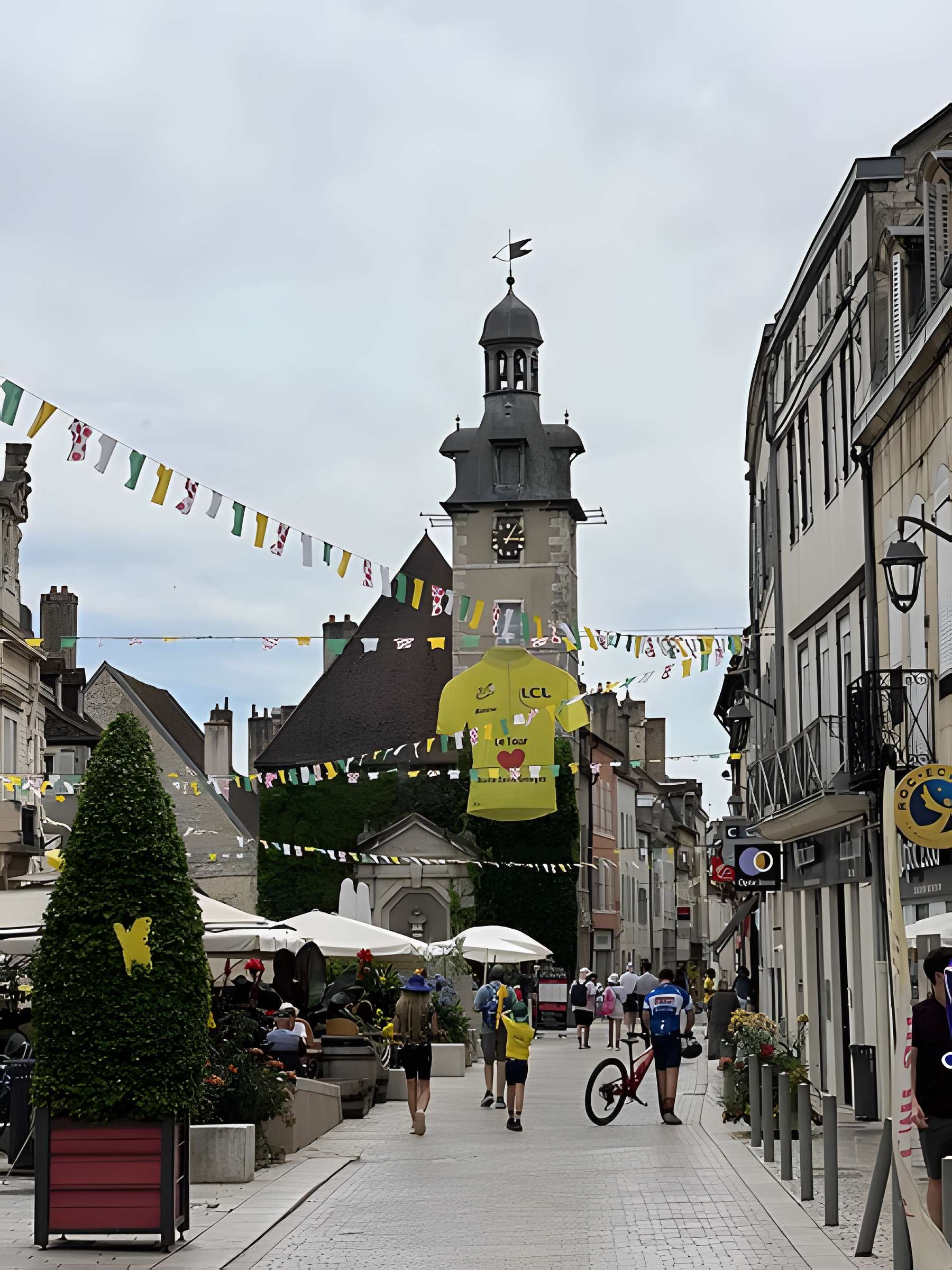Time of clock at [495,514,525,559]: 3:05
